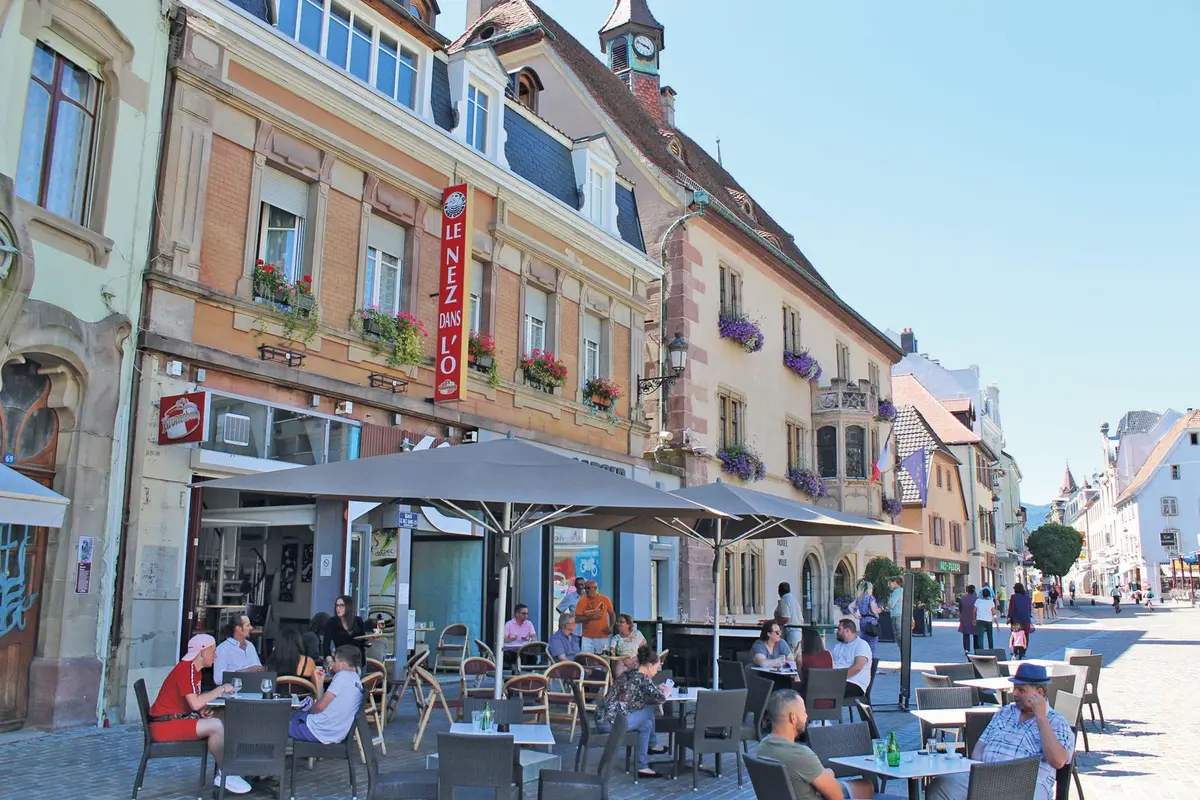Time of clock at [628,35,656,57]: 3:48
